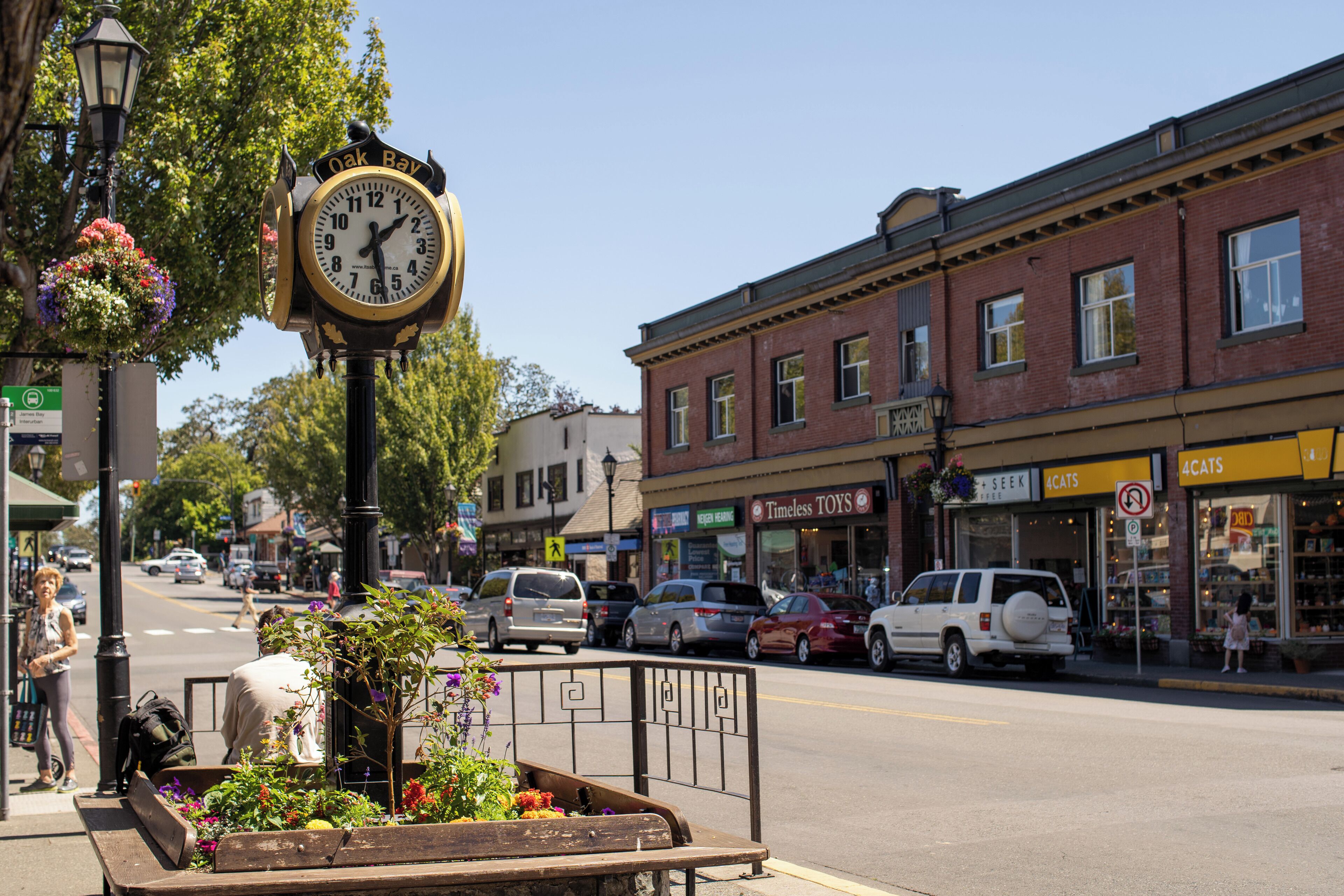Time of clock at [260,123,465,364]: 1:28
